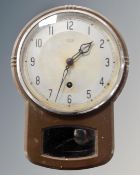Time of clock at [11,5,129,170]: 1:33
